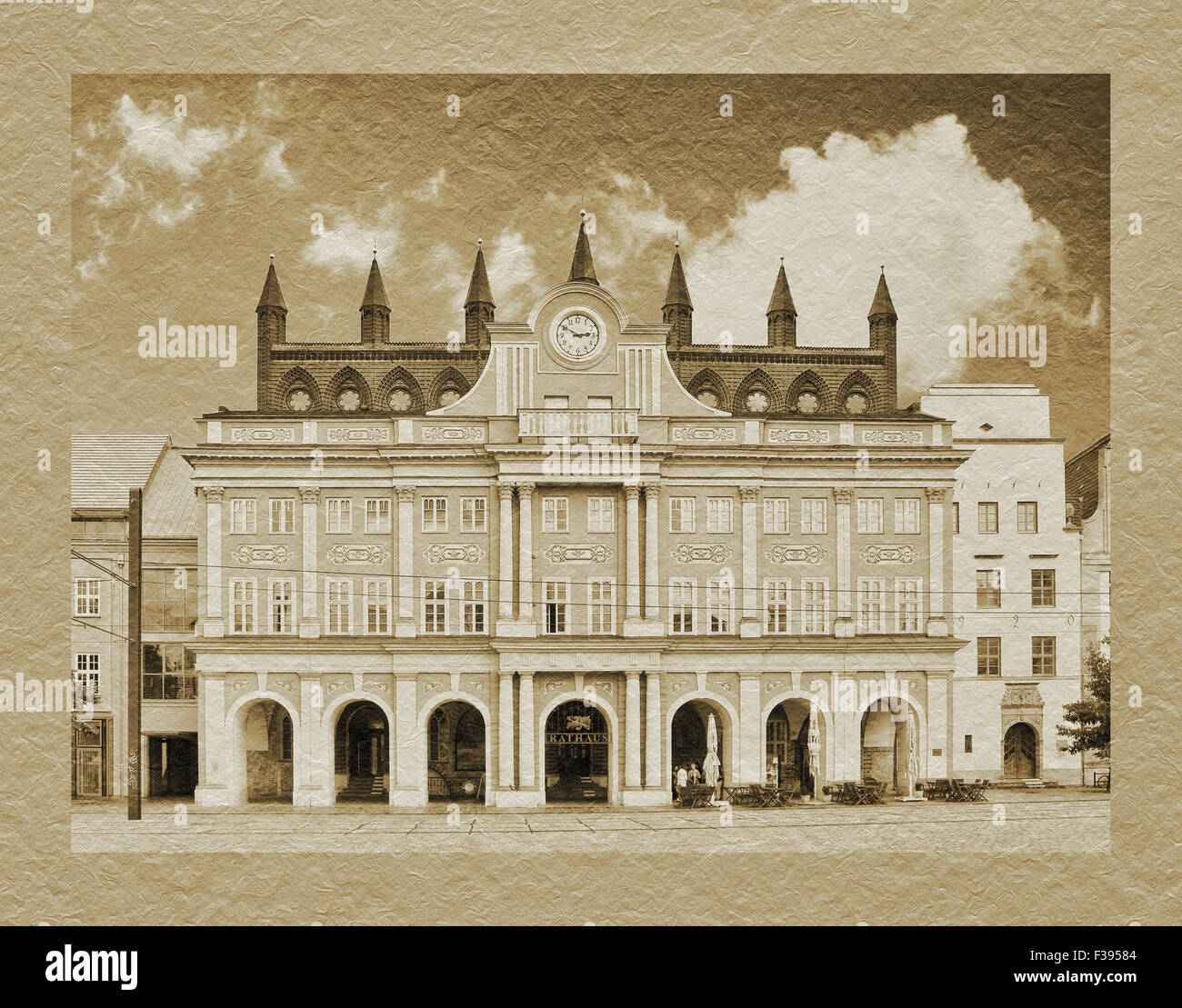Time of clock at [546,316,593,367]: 2:50
